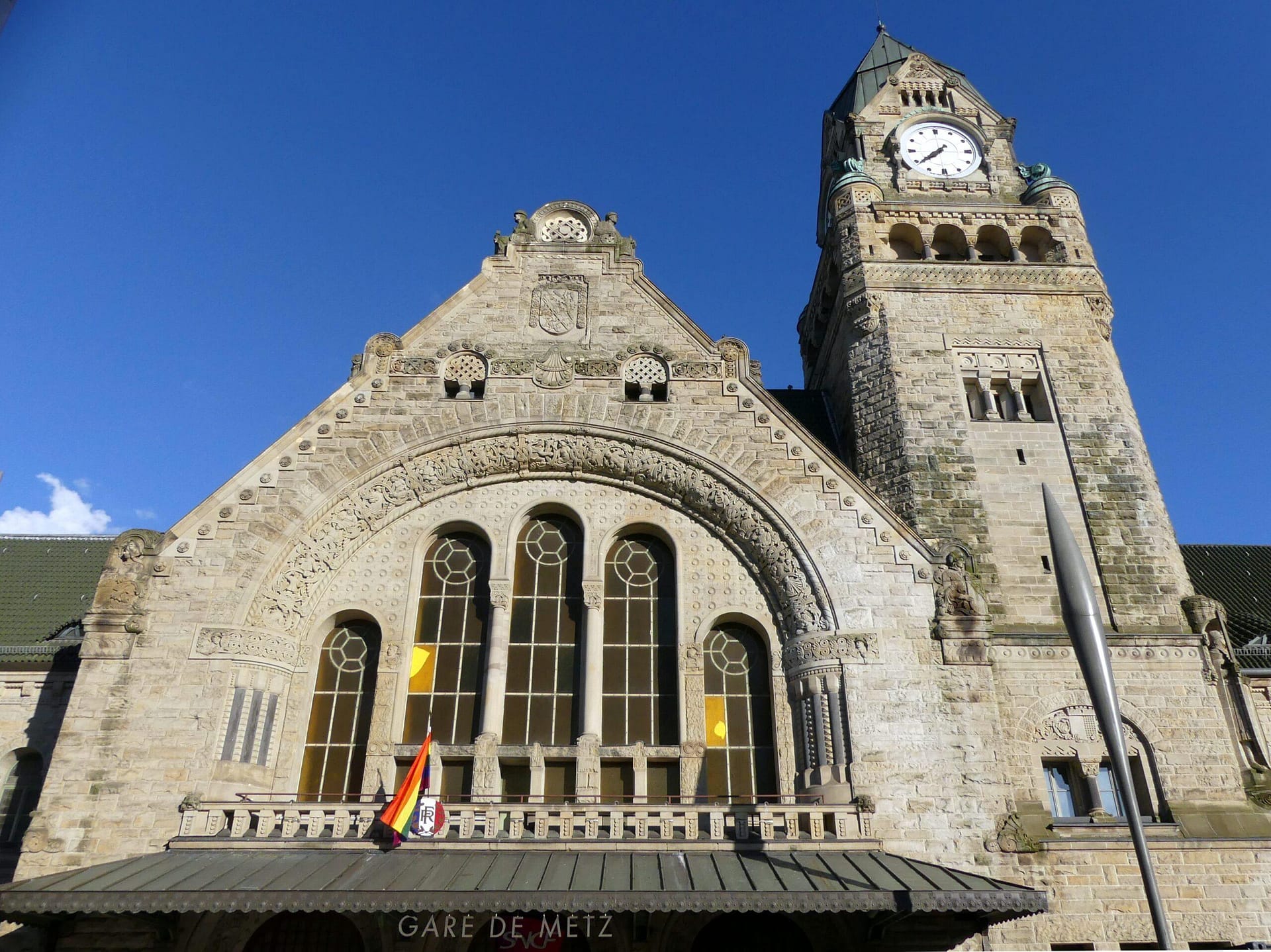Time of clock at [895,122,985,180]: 7:38
